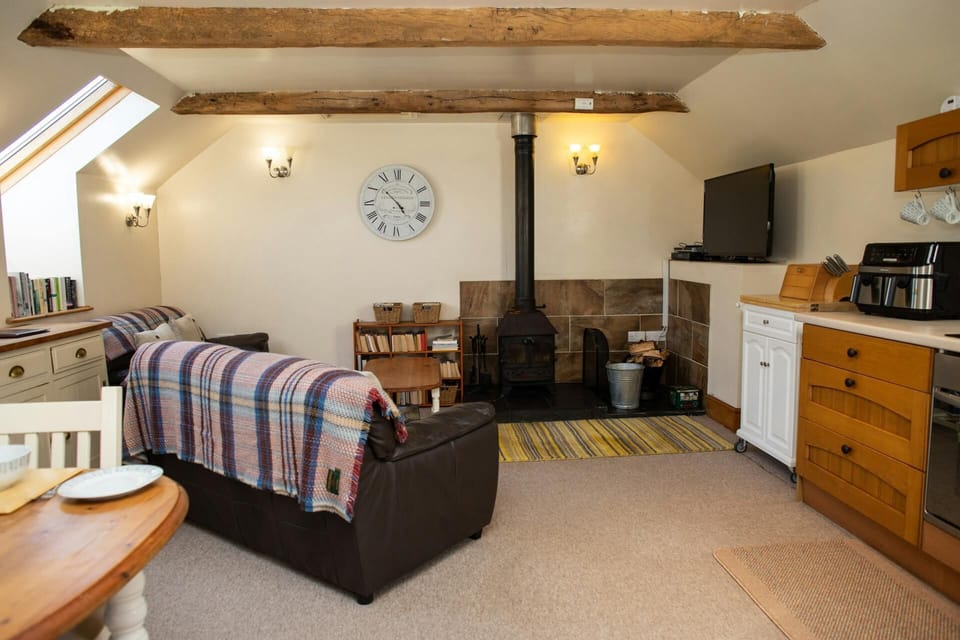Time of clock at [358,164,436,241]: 4:52
